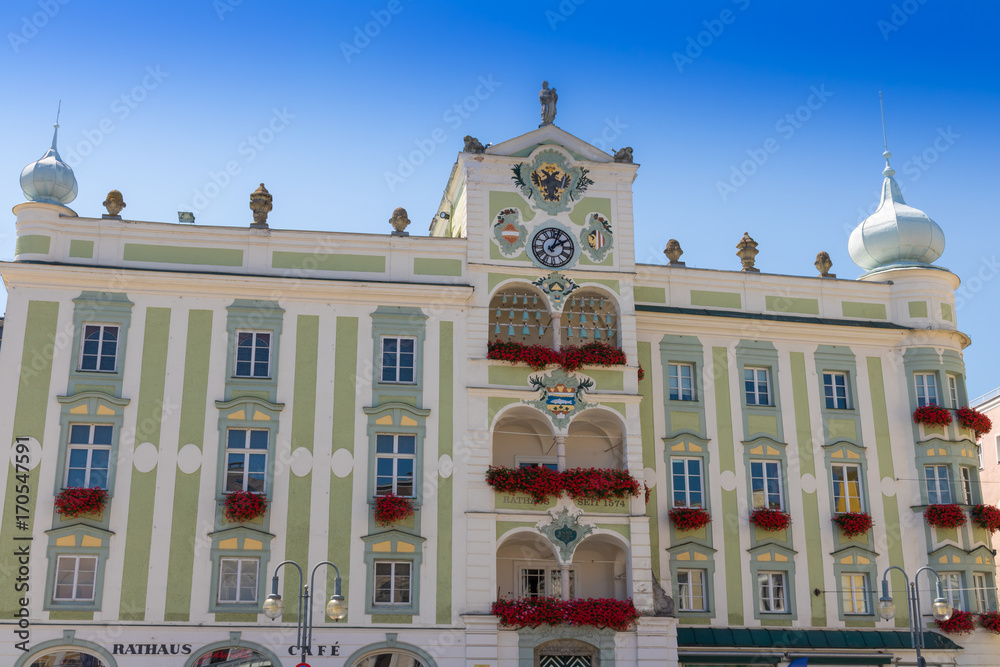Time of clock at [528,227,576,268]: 2:03
